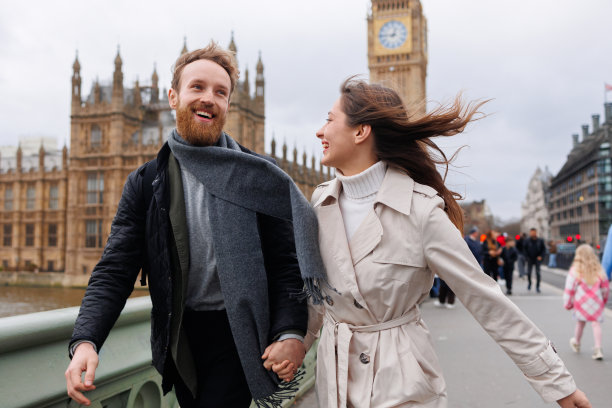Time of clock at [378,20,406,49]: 12:45
